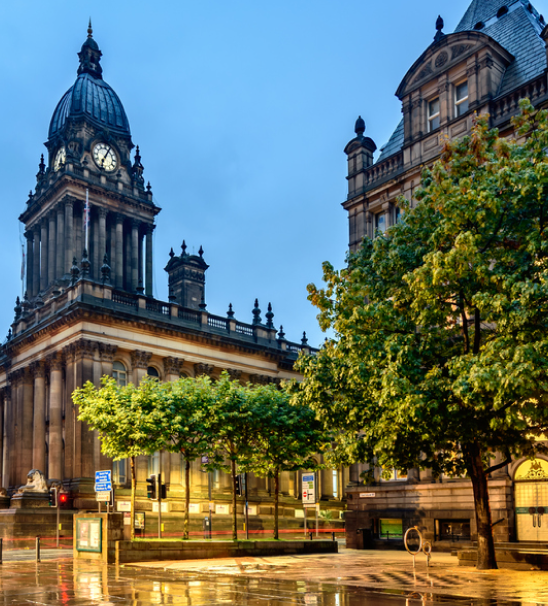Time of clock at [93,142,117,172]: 7:05
